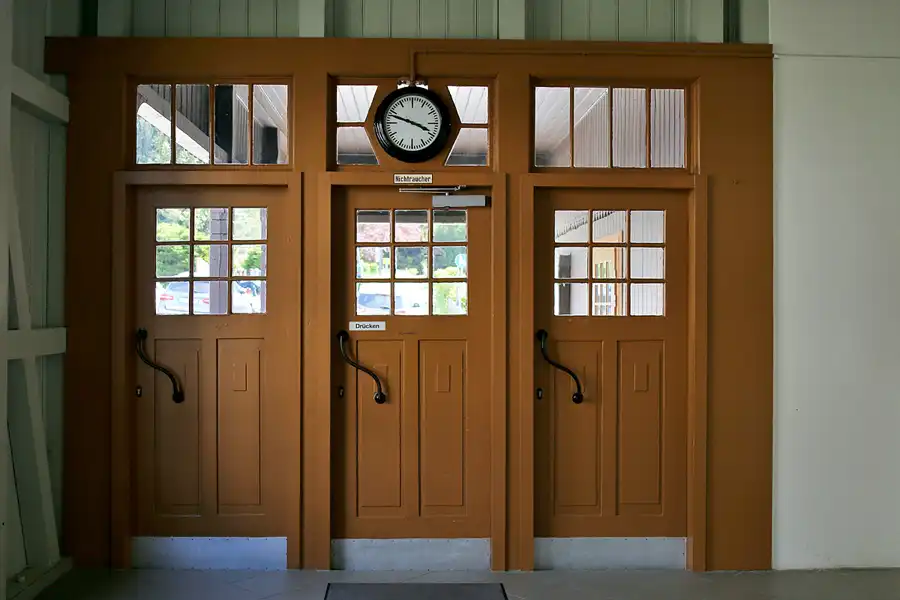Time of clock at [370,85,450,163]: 3:48
